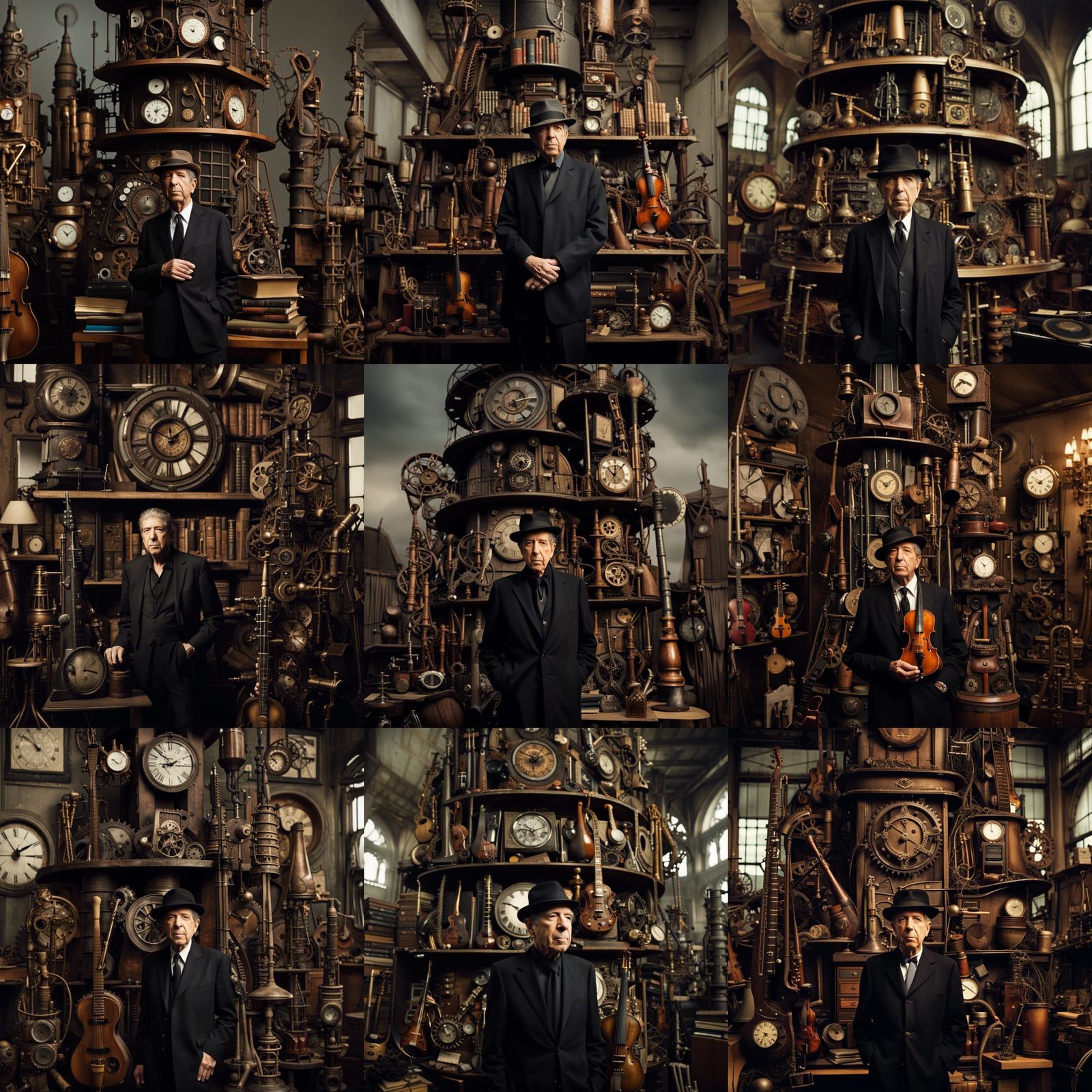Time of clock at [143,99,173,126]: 12:10
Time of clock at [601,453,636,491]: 12:07
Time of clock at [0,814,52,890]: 1:54
